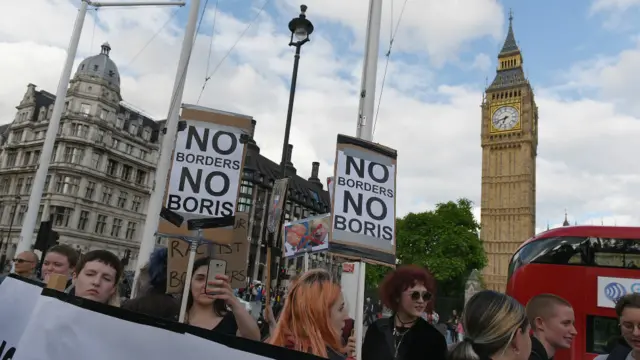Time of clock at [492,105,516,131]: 6:41
